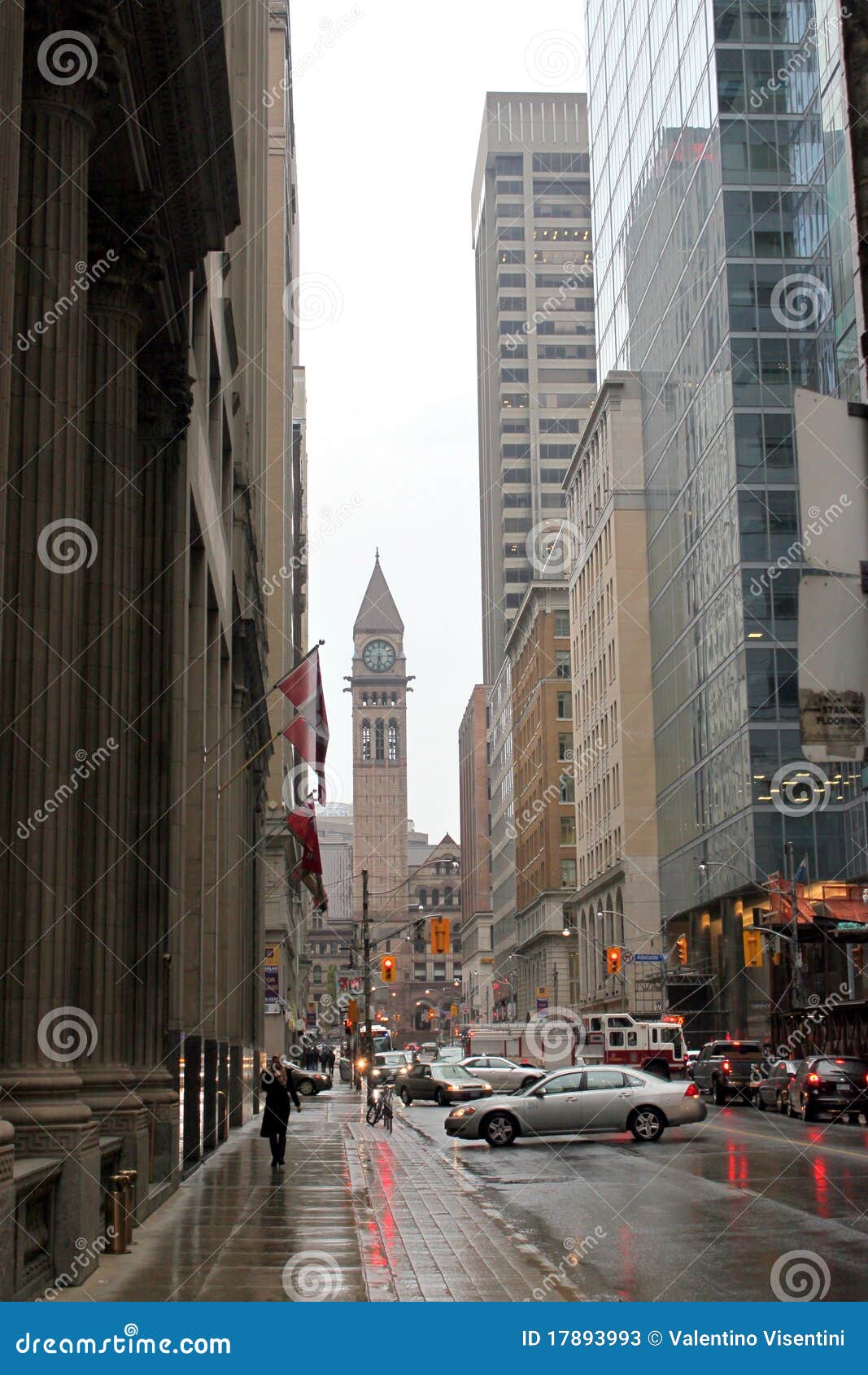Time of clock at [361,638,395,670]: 5:31
